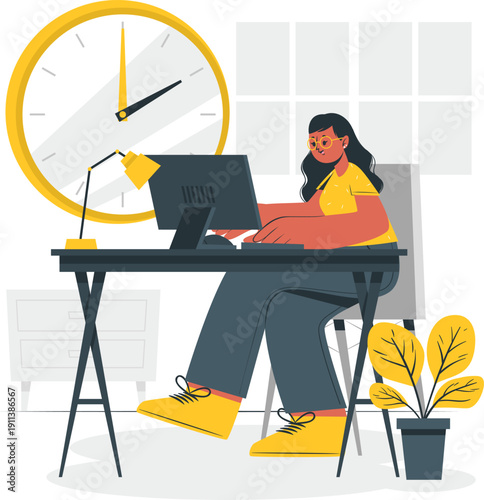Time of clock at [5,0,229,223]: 2:00
